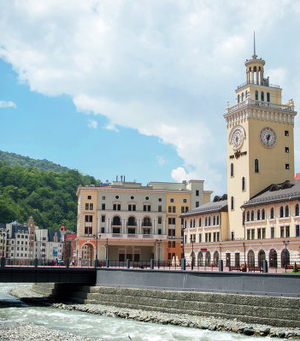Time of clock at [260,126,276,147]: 7:32
